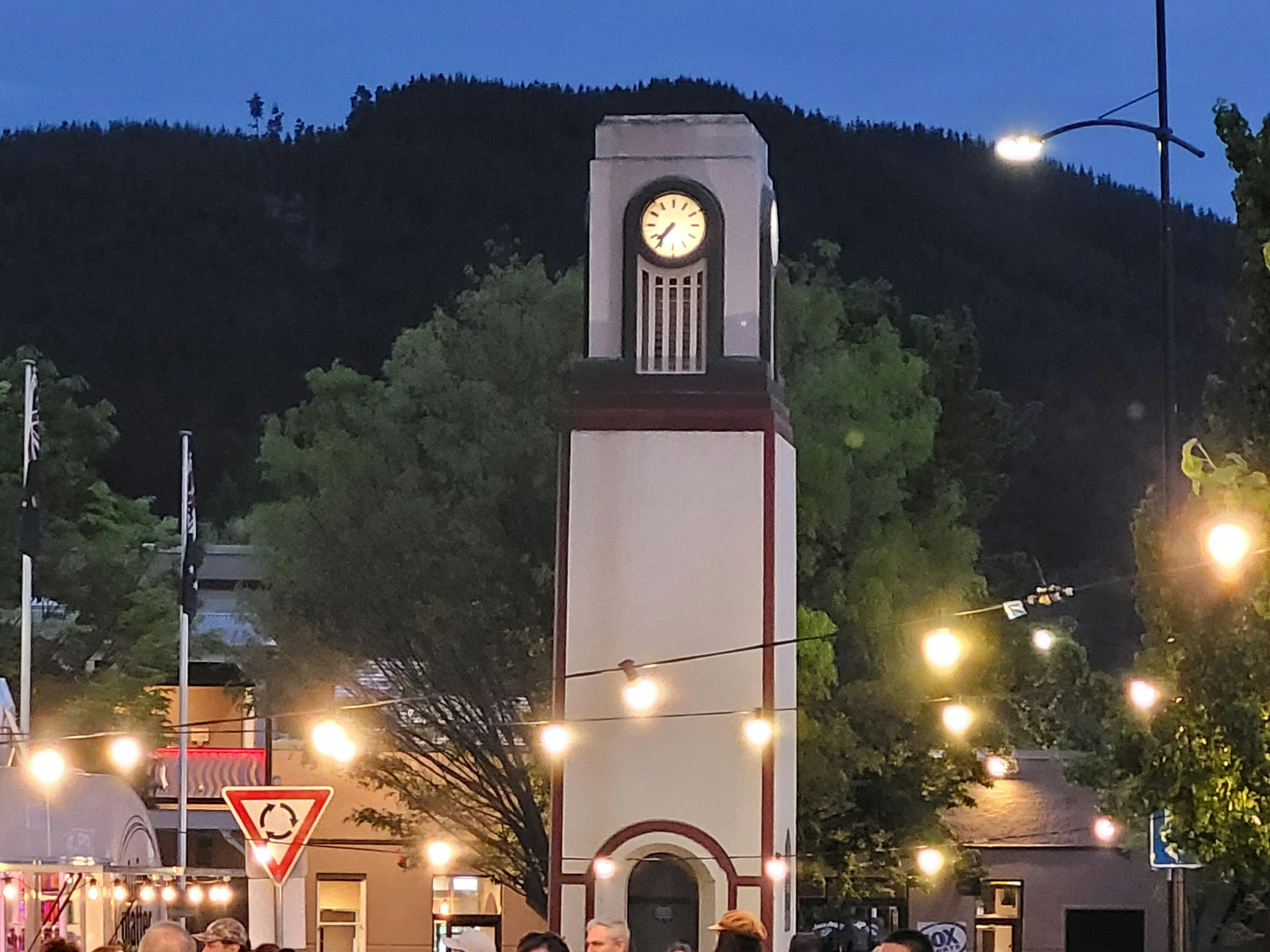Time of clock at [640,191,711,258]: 7:36
